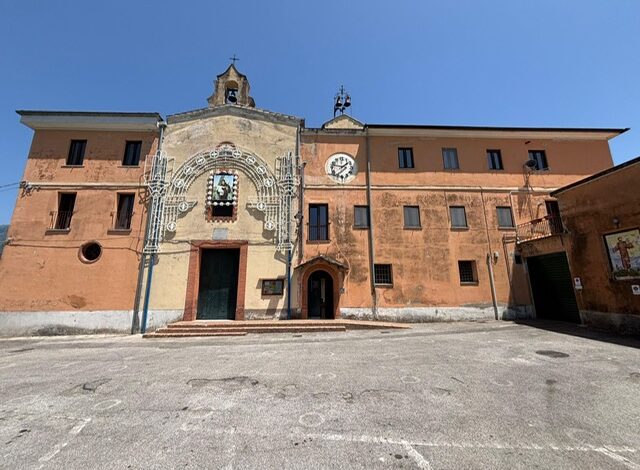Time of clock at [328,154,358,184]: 1:47
